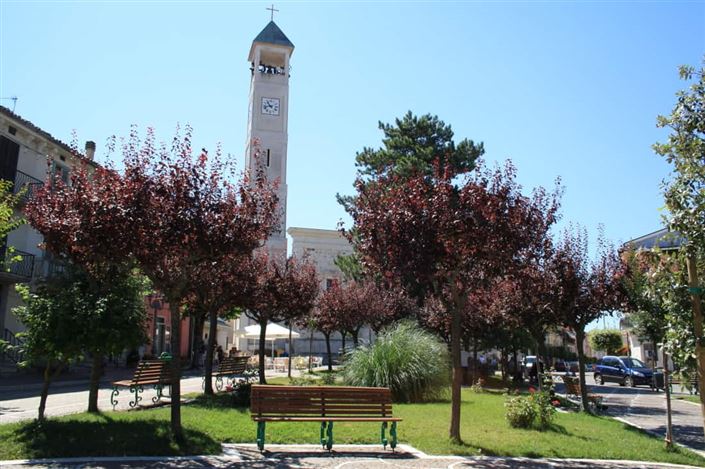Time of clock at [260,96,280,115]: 10:42
